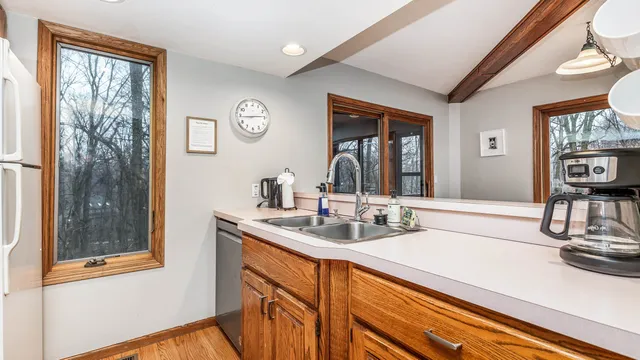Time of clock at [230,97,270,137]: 2:44
